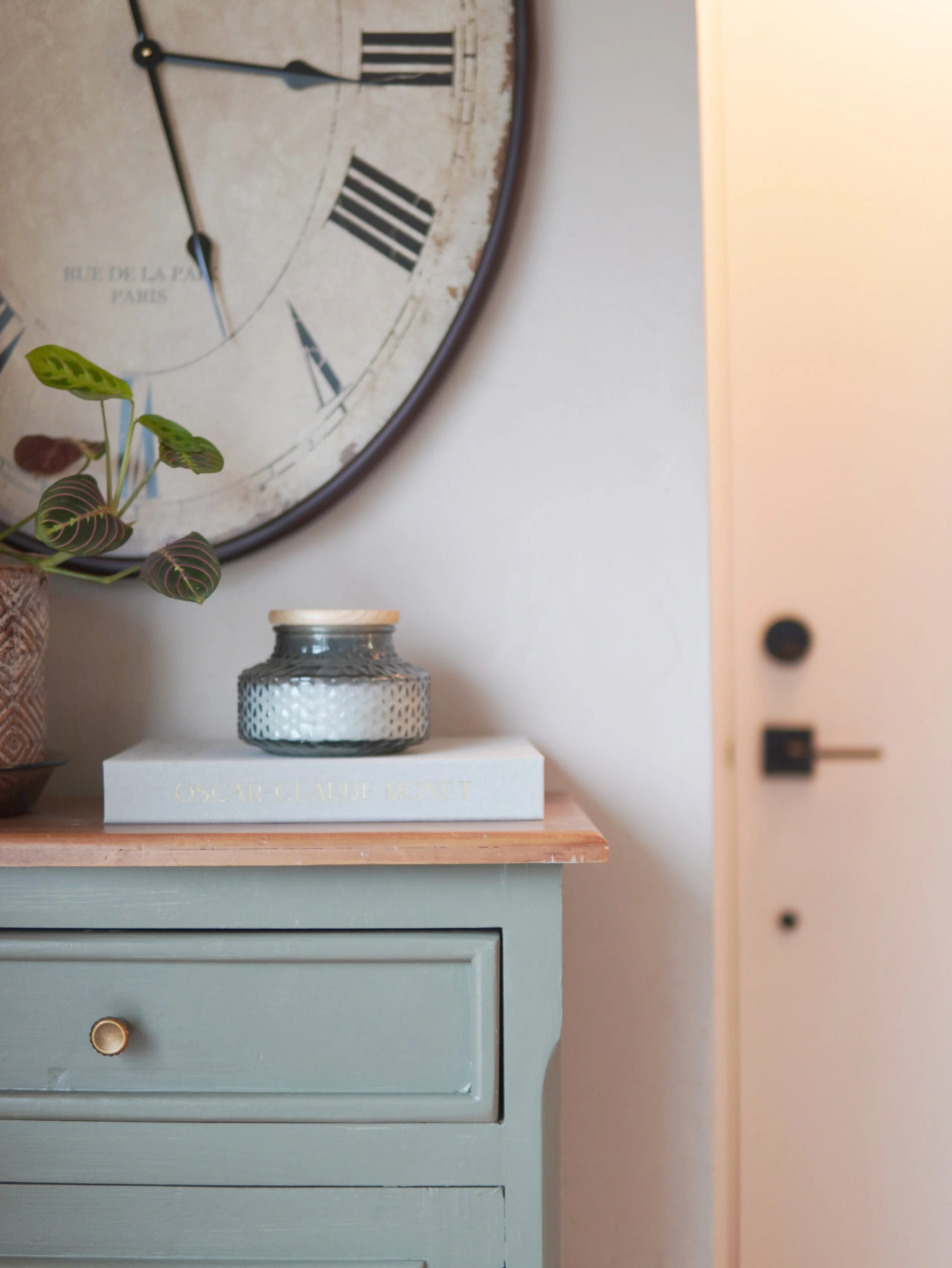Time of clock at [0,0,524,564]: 5:16
